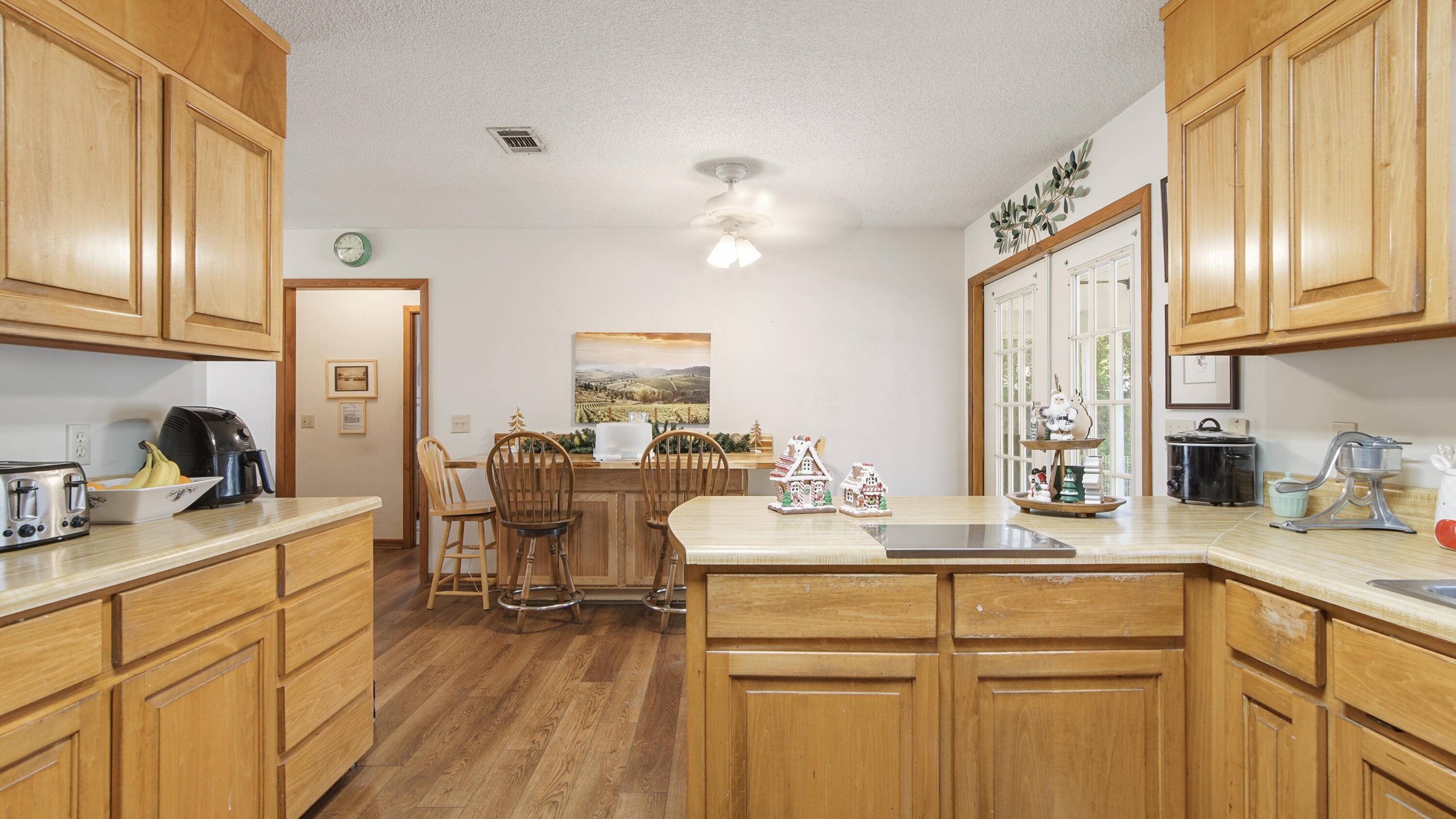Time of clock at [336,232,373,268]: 7:44
